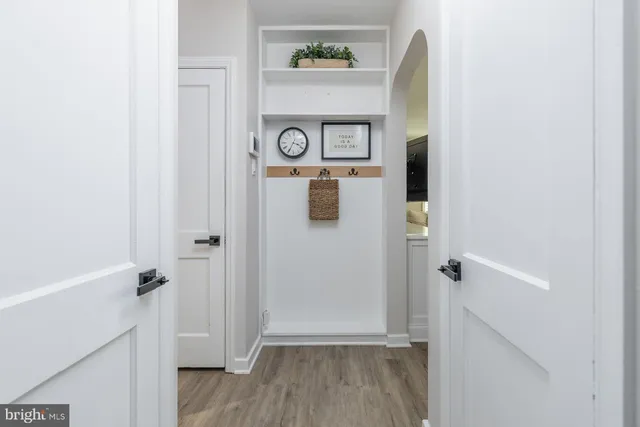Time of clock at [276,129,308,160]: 3:34
